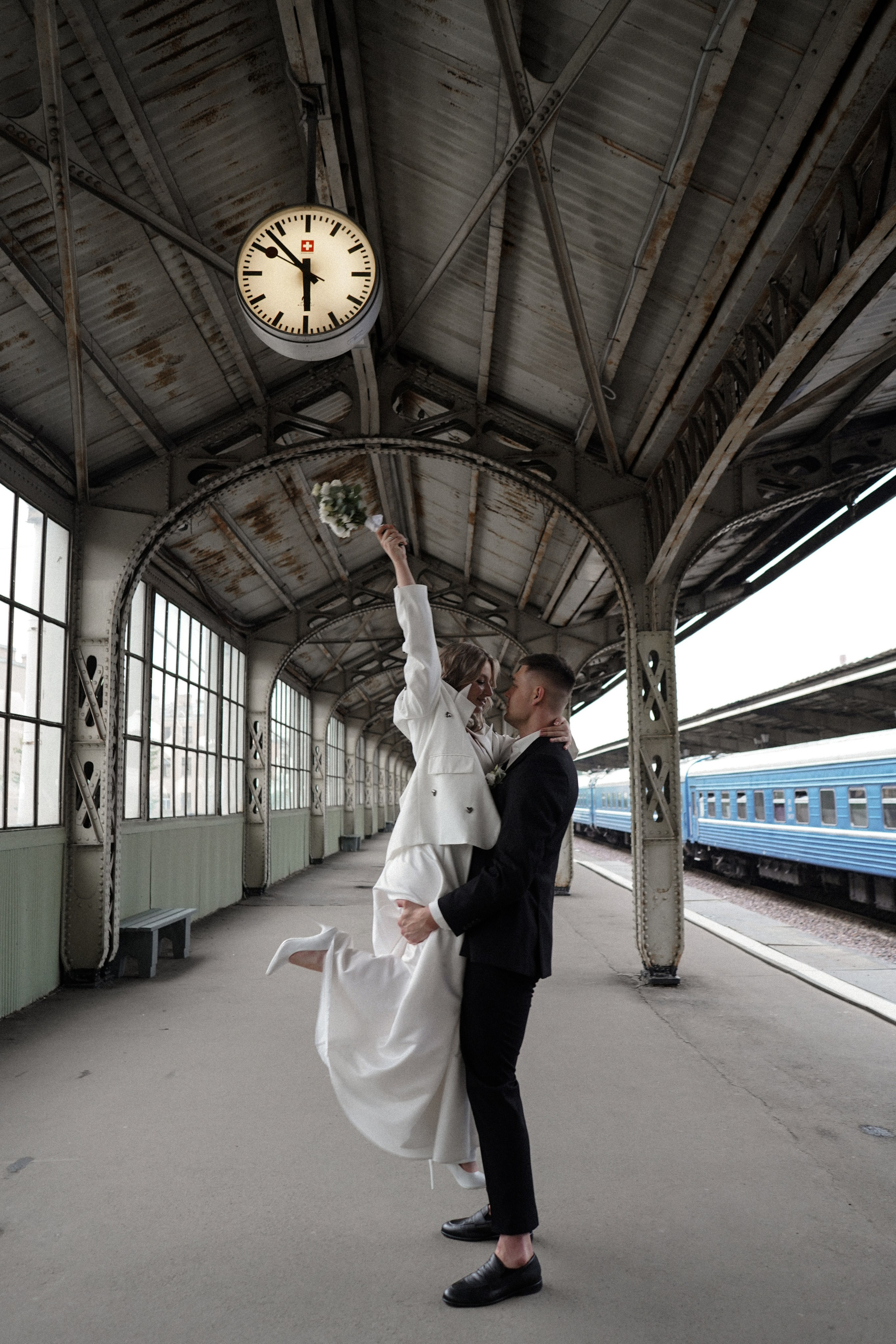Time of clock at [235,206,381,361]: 5:52
